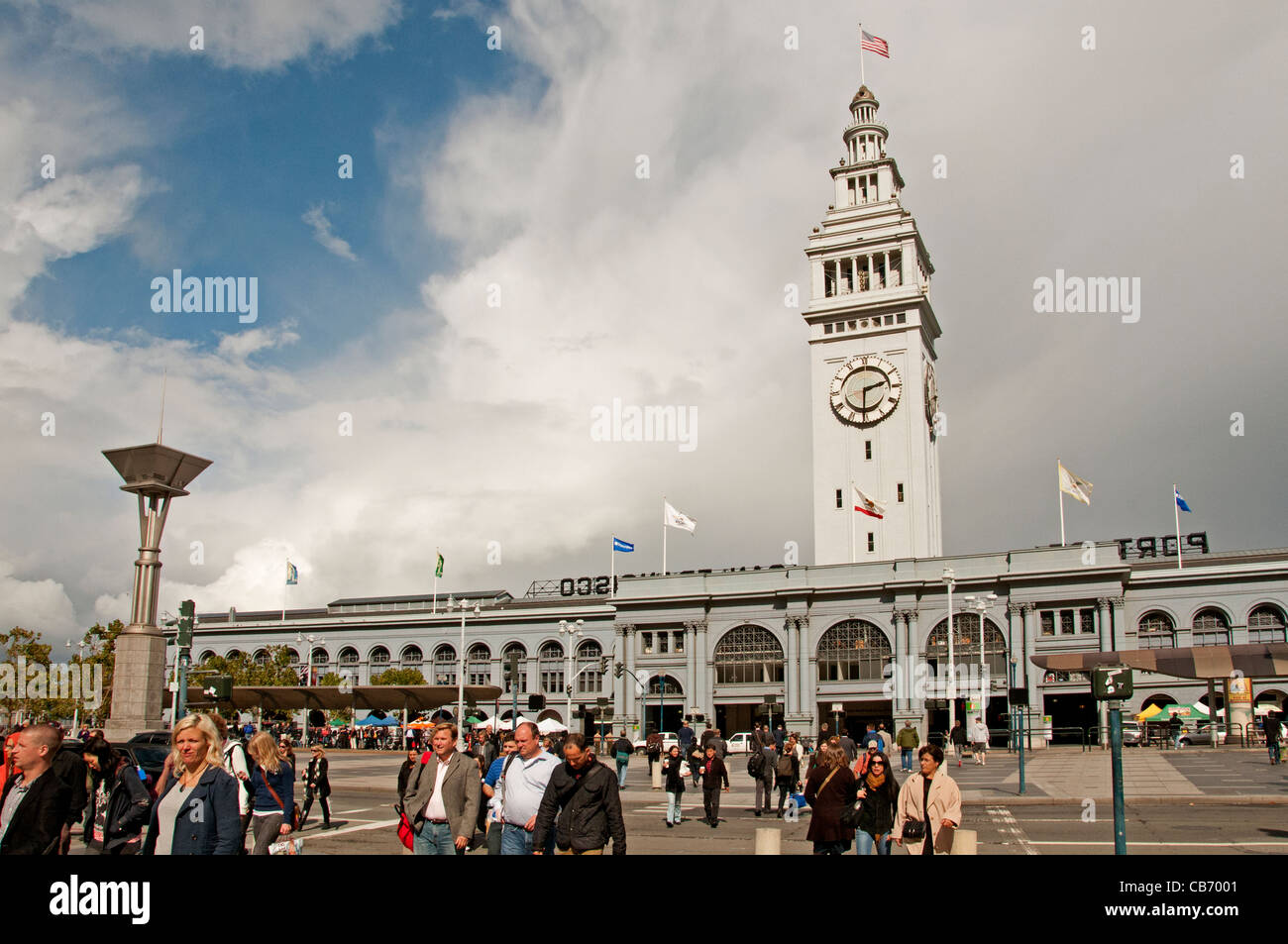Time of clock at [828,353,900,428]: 2:30
